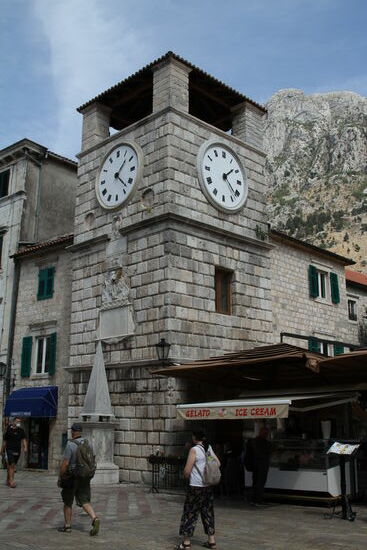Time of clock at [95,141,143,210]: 1:22
